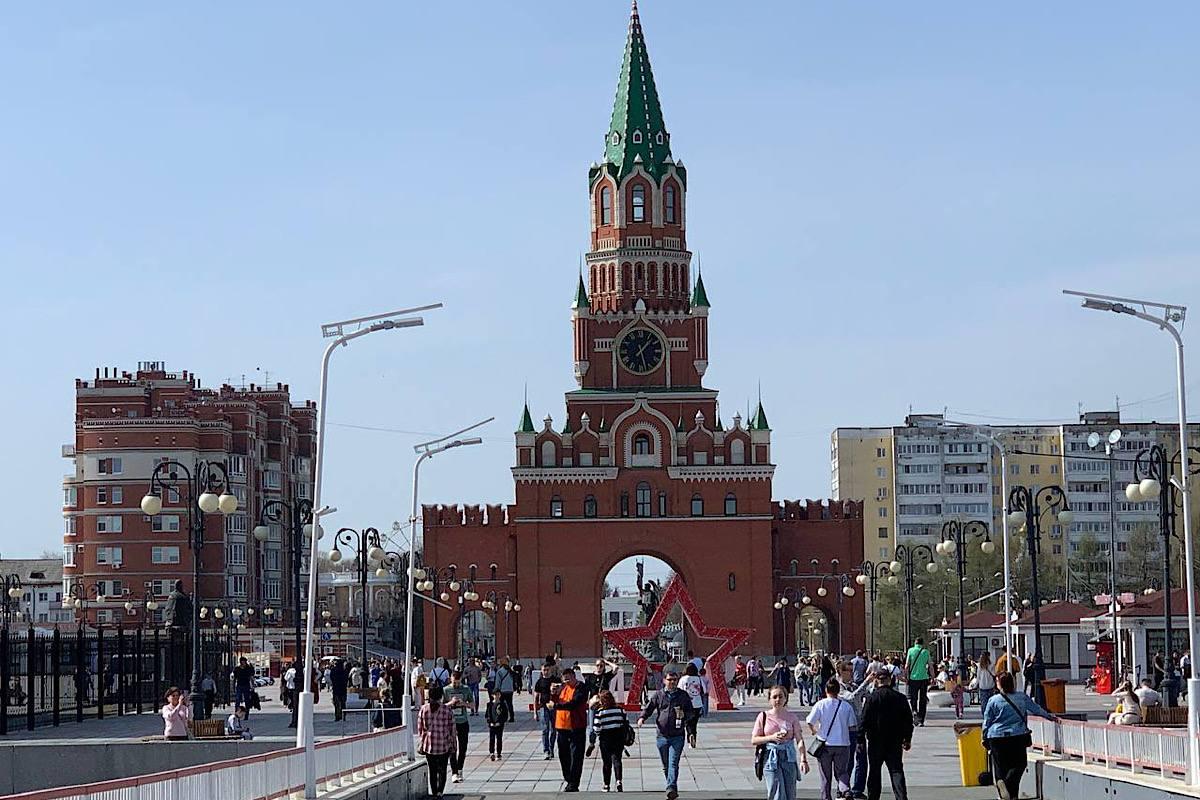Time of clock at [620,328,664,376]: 1:28
